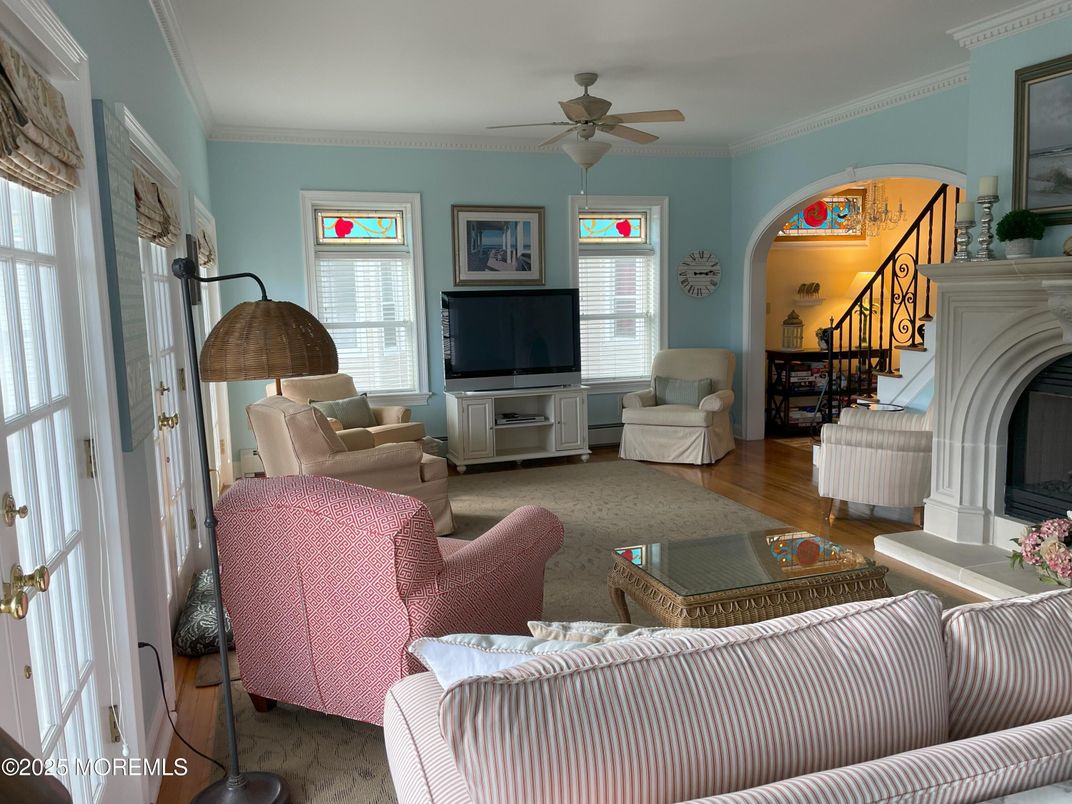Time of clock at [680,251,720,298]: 3:13
